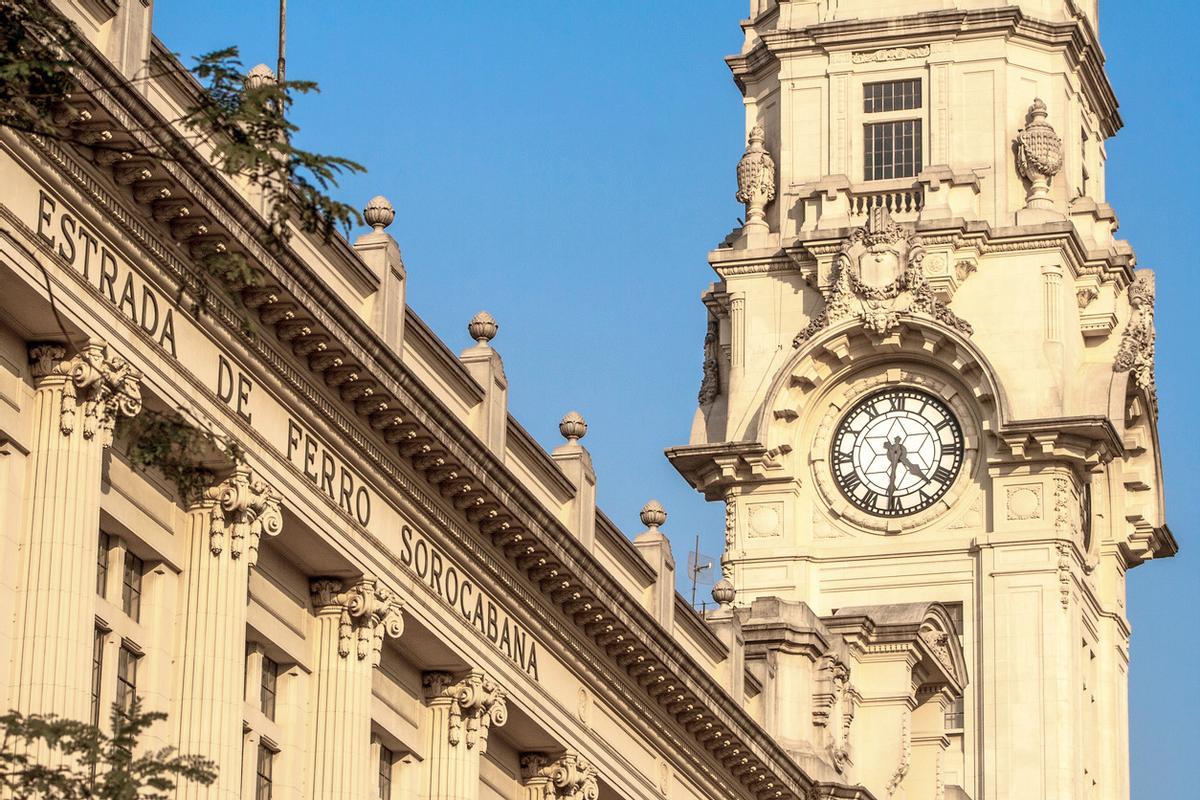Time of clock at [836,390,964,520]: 4:31
